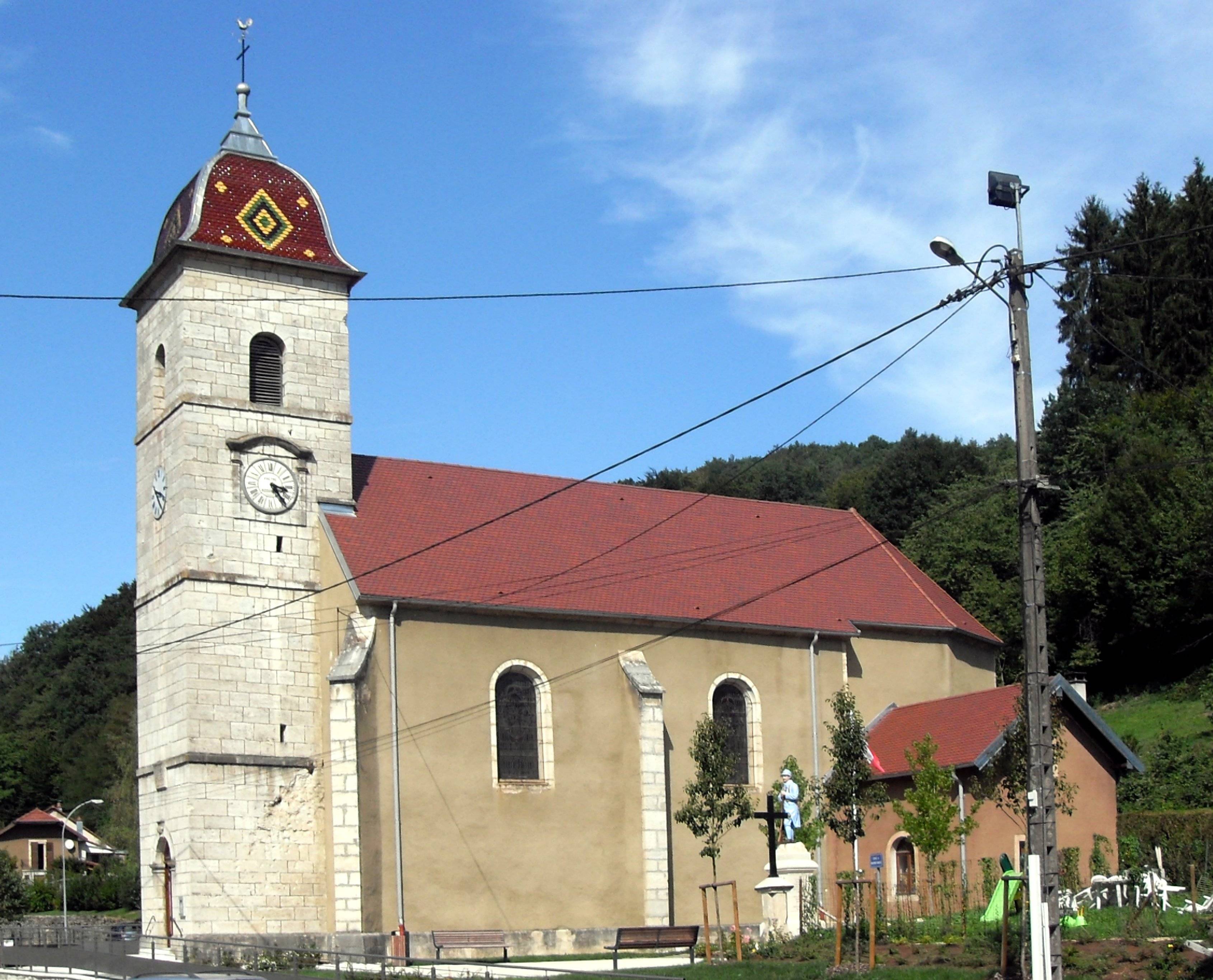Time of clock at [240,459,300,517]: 3:23
